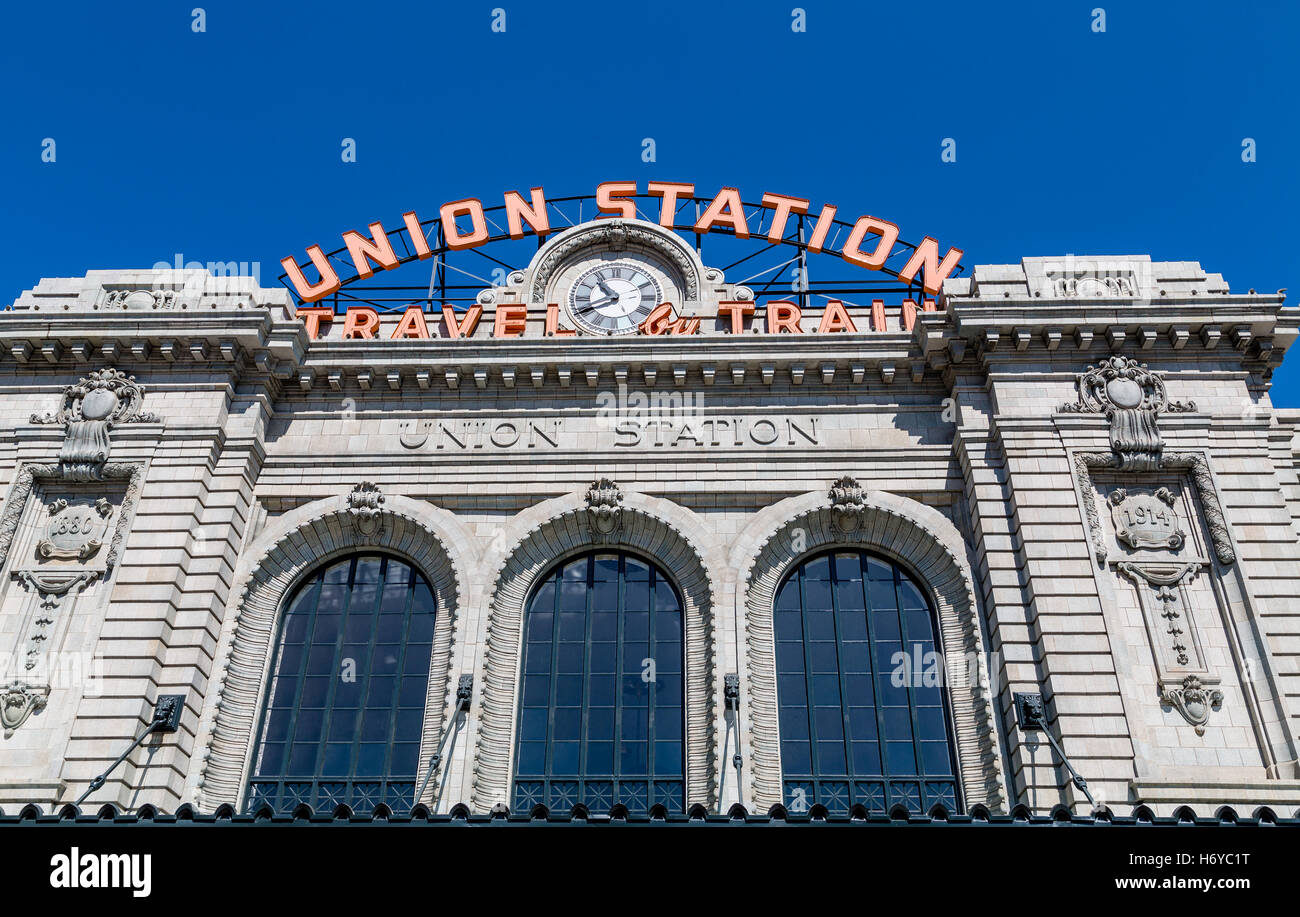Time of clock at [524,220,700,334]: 10:40
